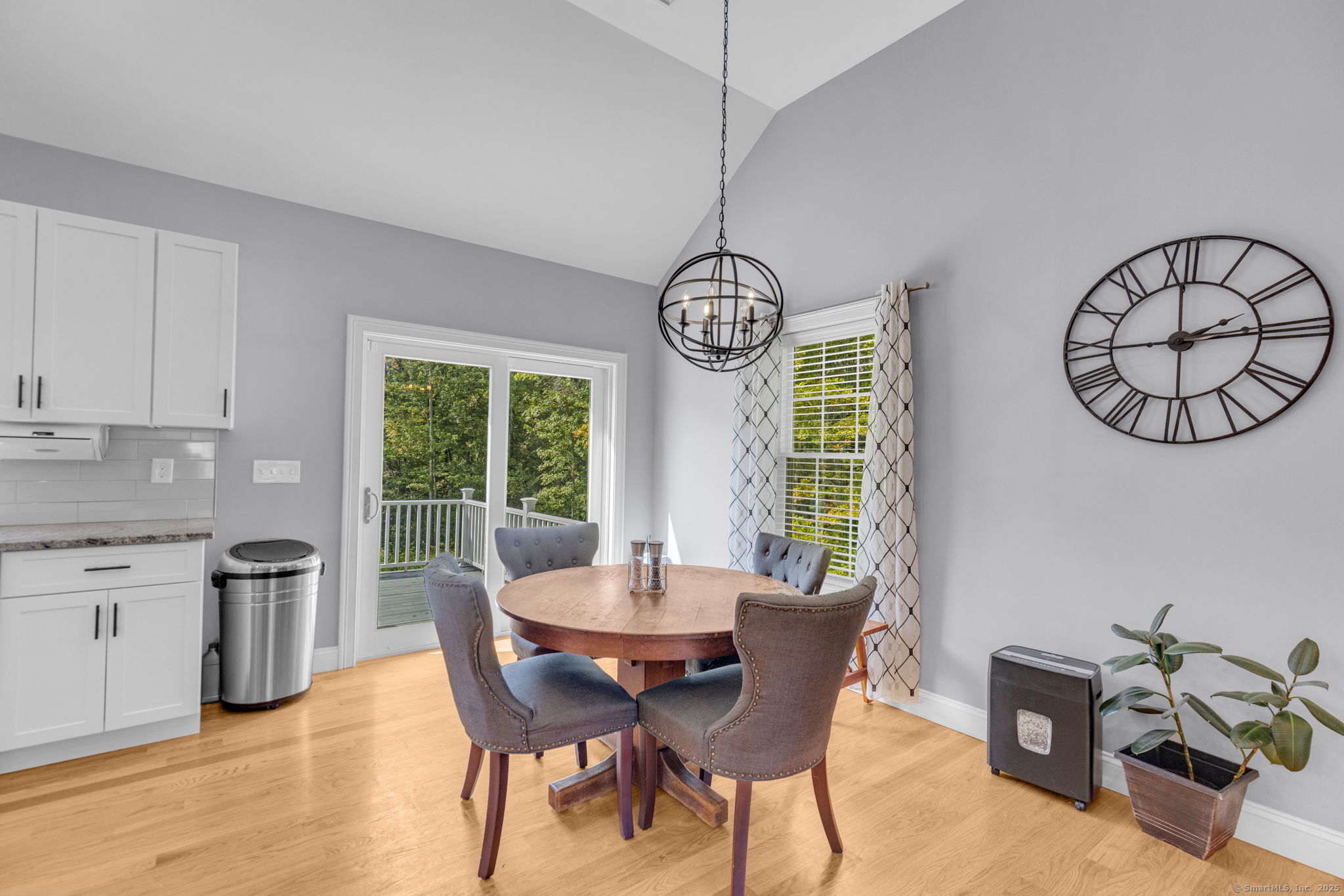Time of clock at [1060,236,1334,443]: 2:14
